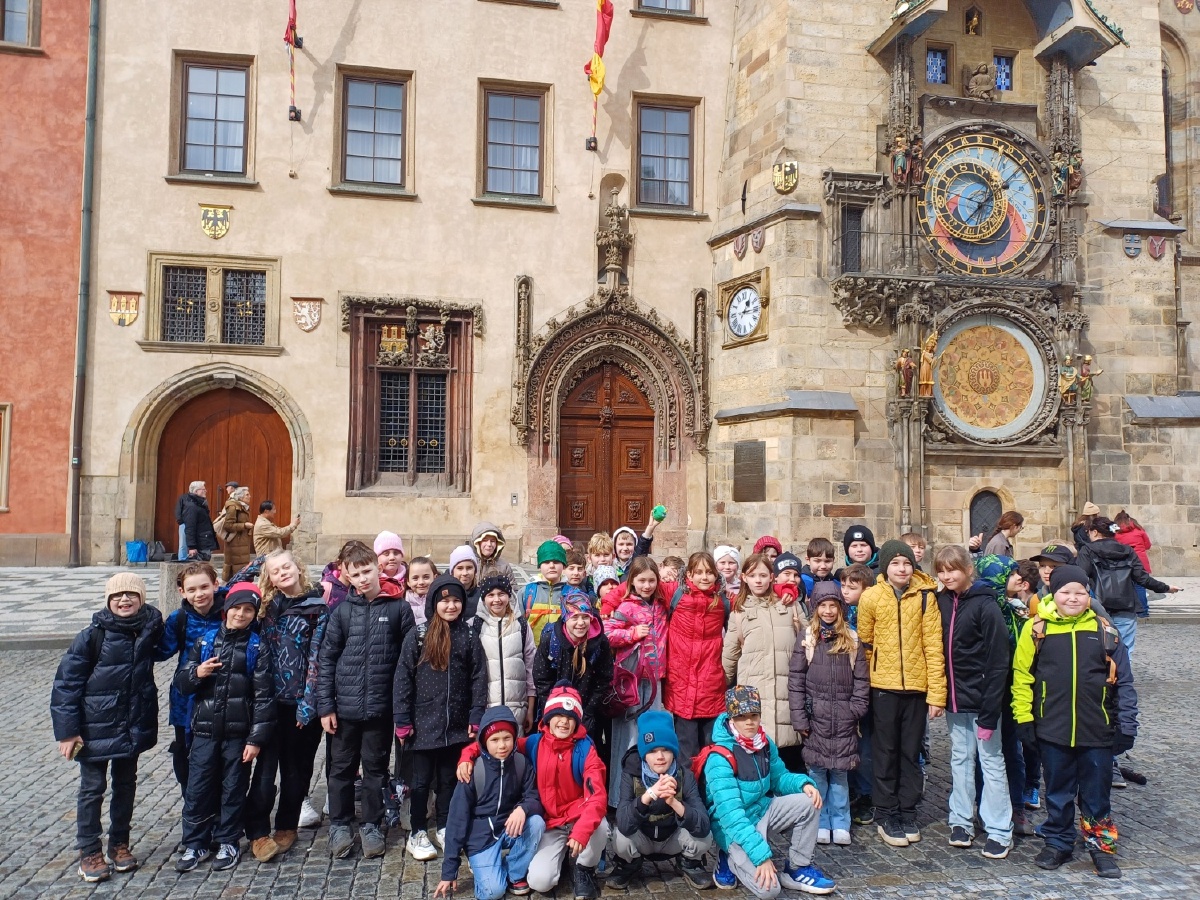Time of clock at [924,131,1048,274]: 7:08
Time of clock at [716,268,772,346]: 1:16
